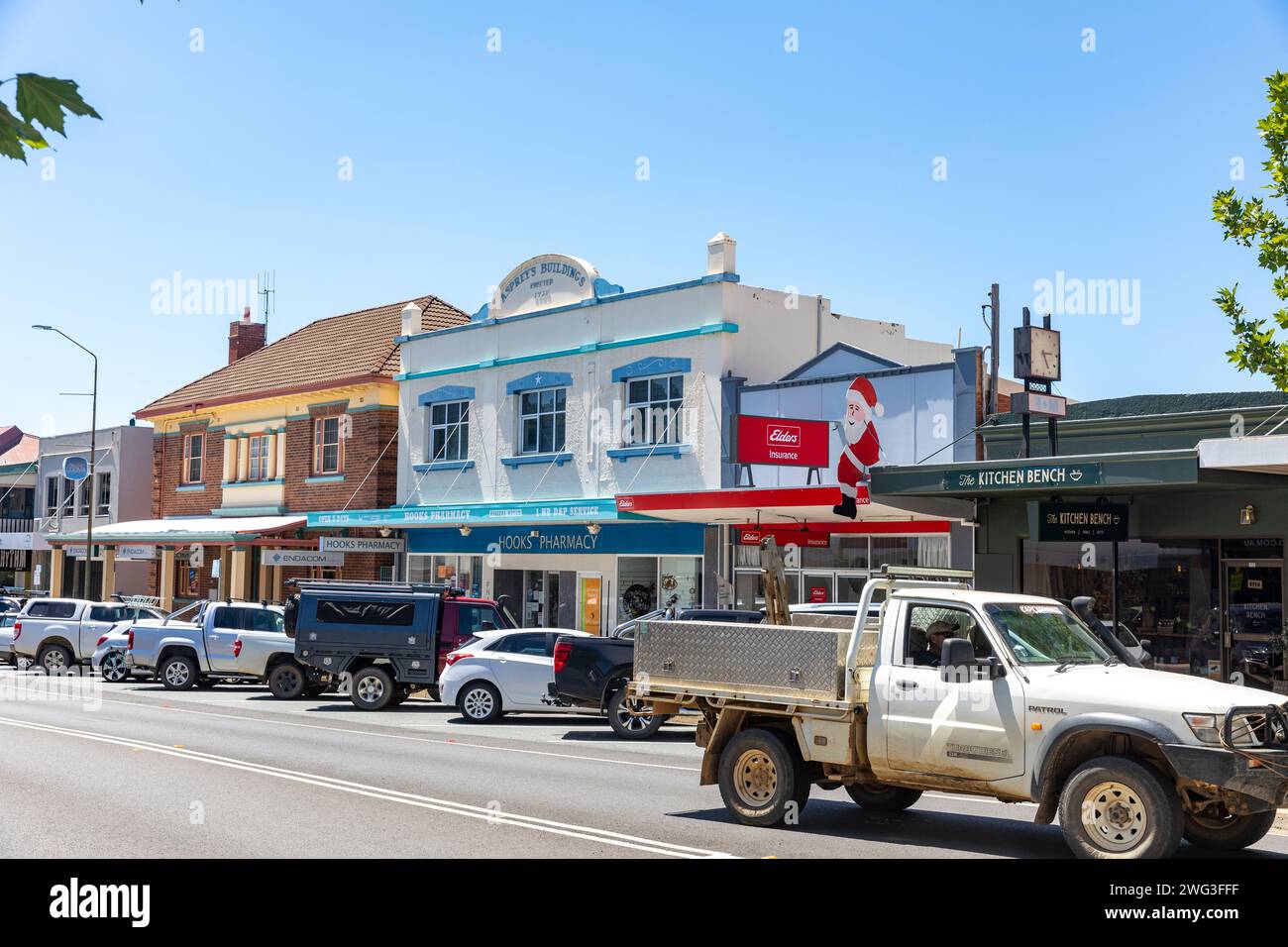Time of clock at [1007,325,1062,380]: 5:14
